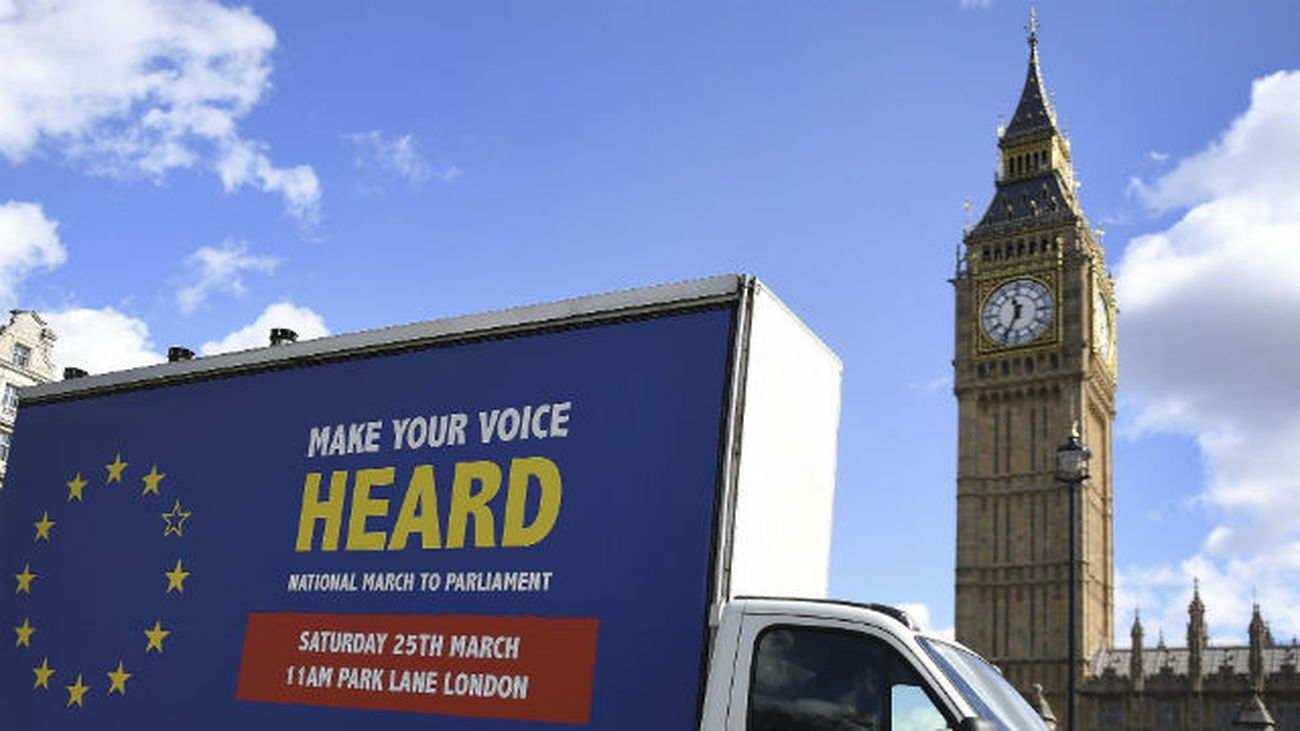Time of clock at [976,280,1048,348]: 11:34
